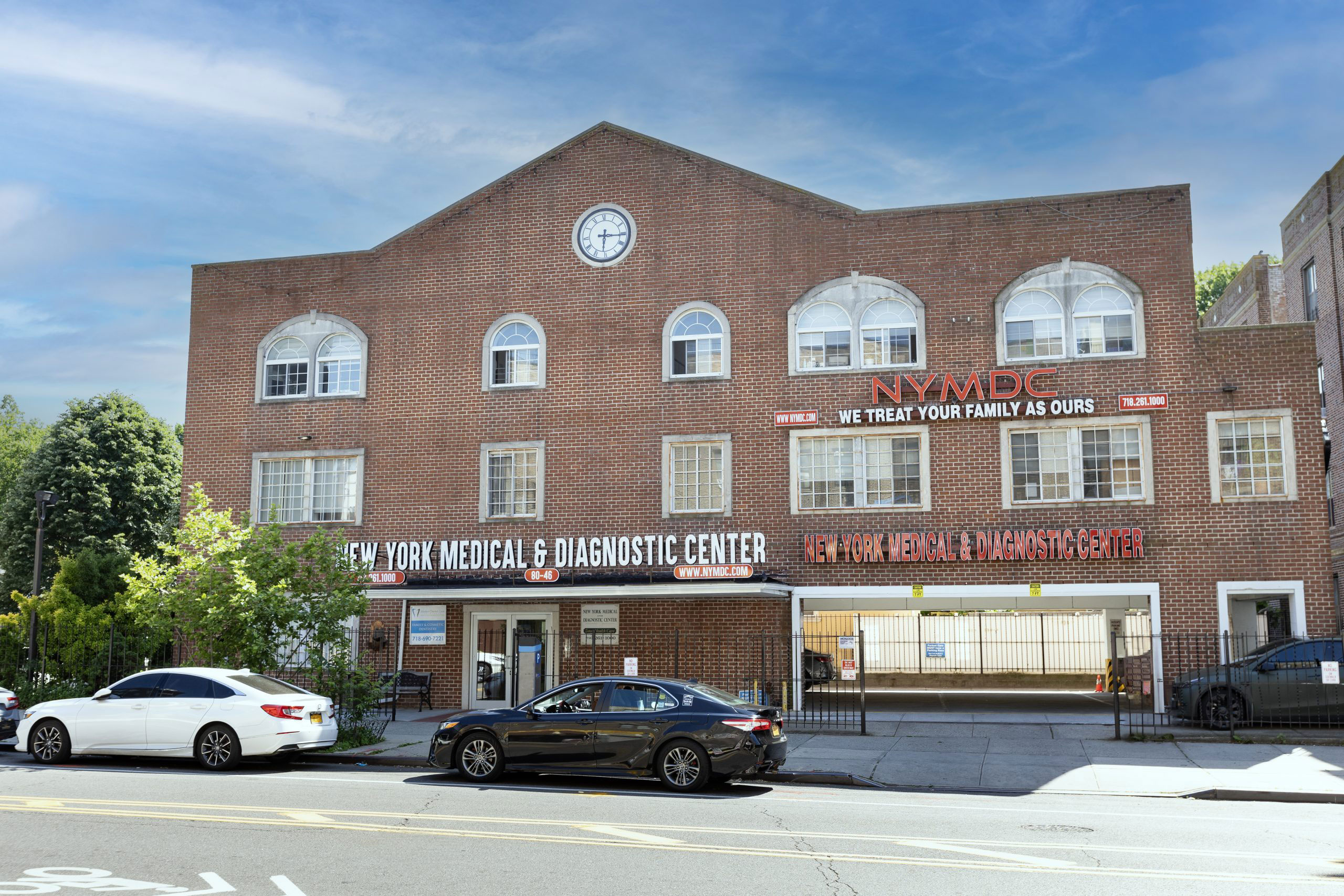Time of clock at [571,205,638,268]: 6:15
